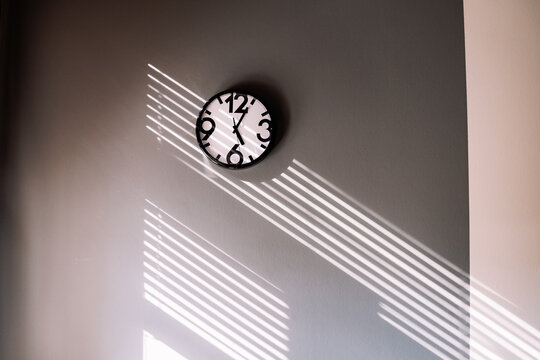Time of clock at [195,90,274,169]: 5:04
